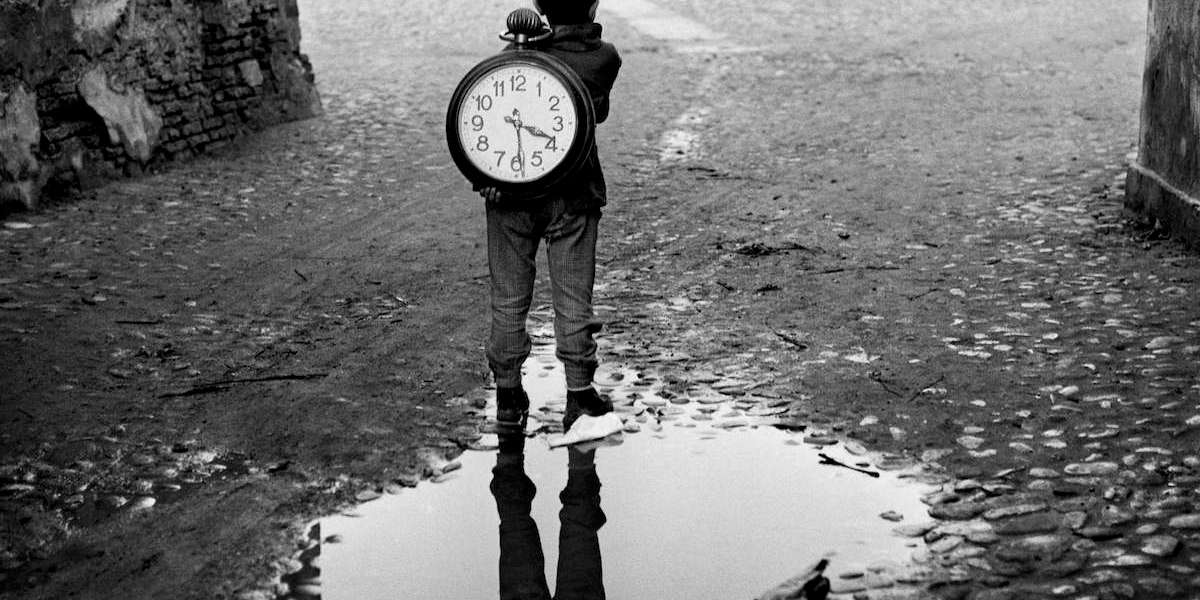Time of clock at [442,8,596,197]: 3:29
